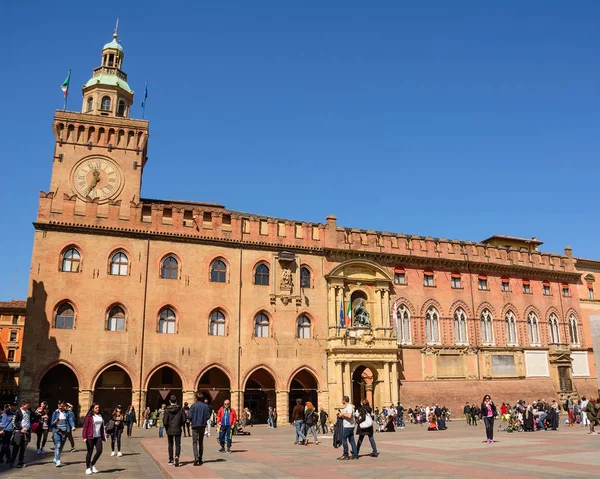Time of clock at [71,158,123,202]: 11:34
